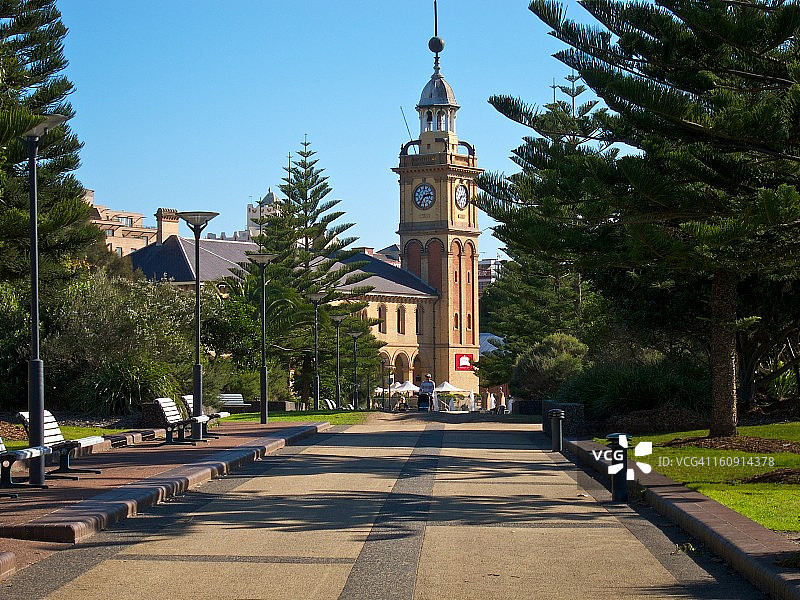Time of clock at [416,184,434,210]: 2:36
